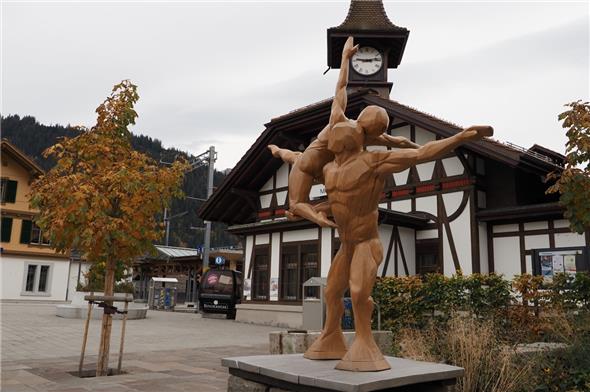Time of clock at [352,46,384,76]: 9:13
